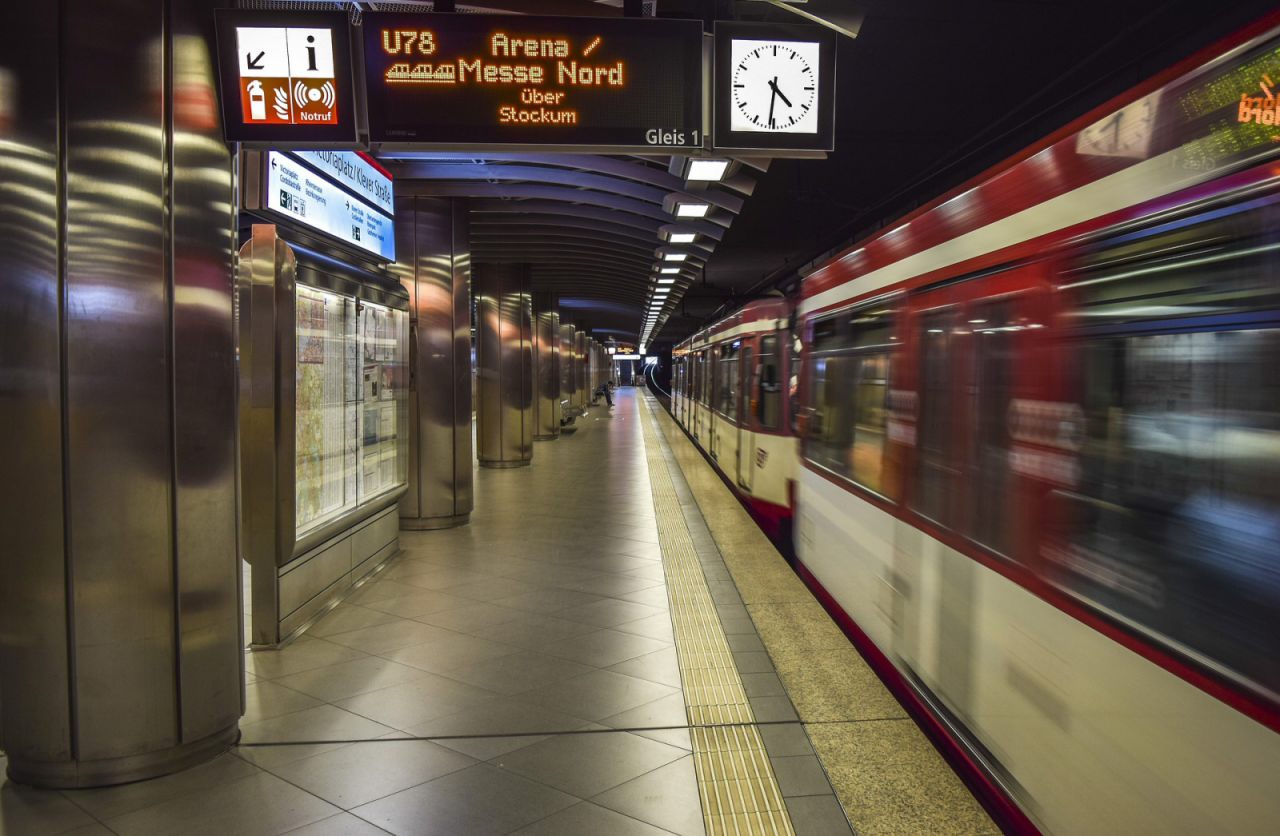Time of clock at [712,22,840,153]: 4:31
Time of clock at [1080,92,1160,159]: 7:28
